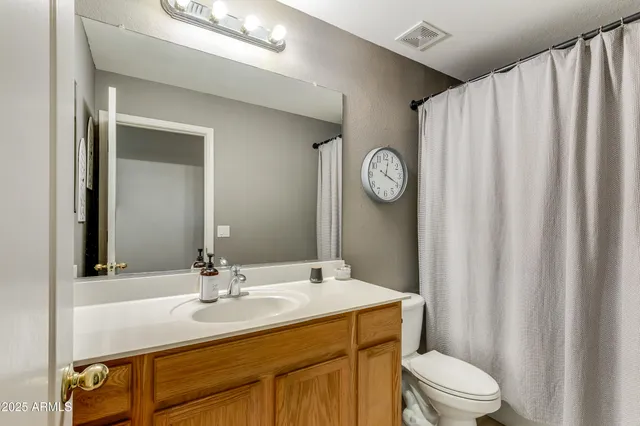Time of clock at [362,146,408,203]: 12:19
